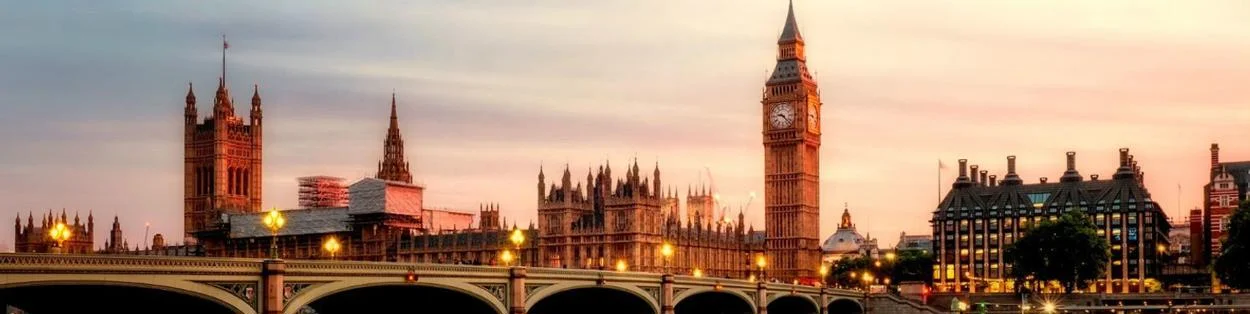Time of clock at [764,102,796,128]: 9:22
